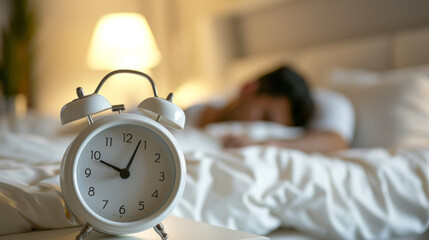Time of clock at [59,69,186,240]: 10:03
